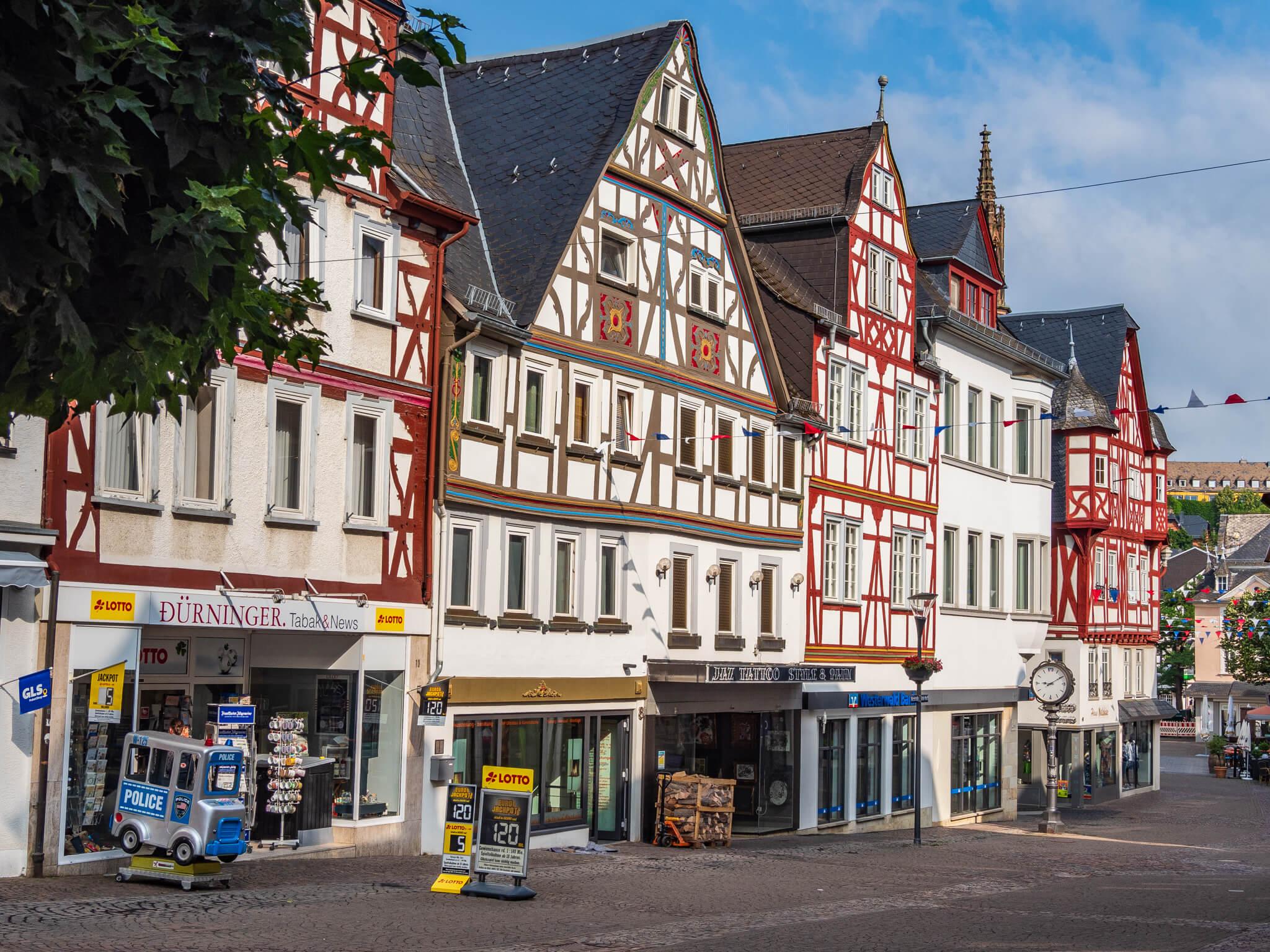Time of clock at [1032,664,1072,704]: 9:10
